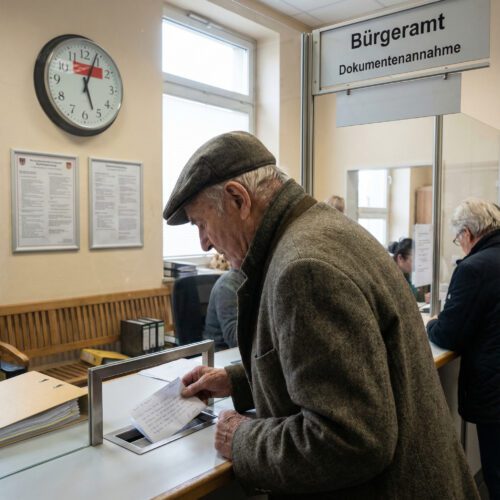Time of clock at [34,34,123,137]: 5:03
